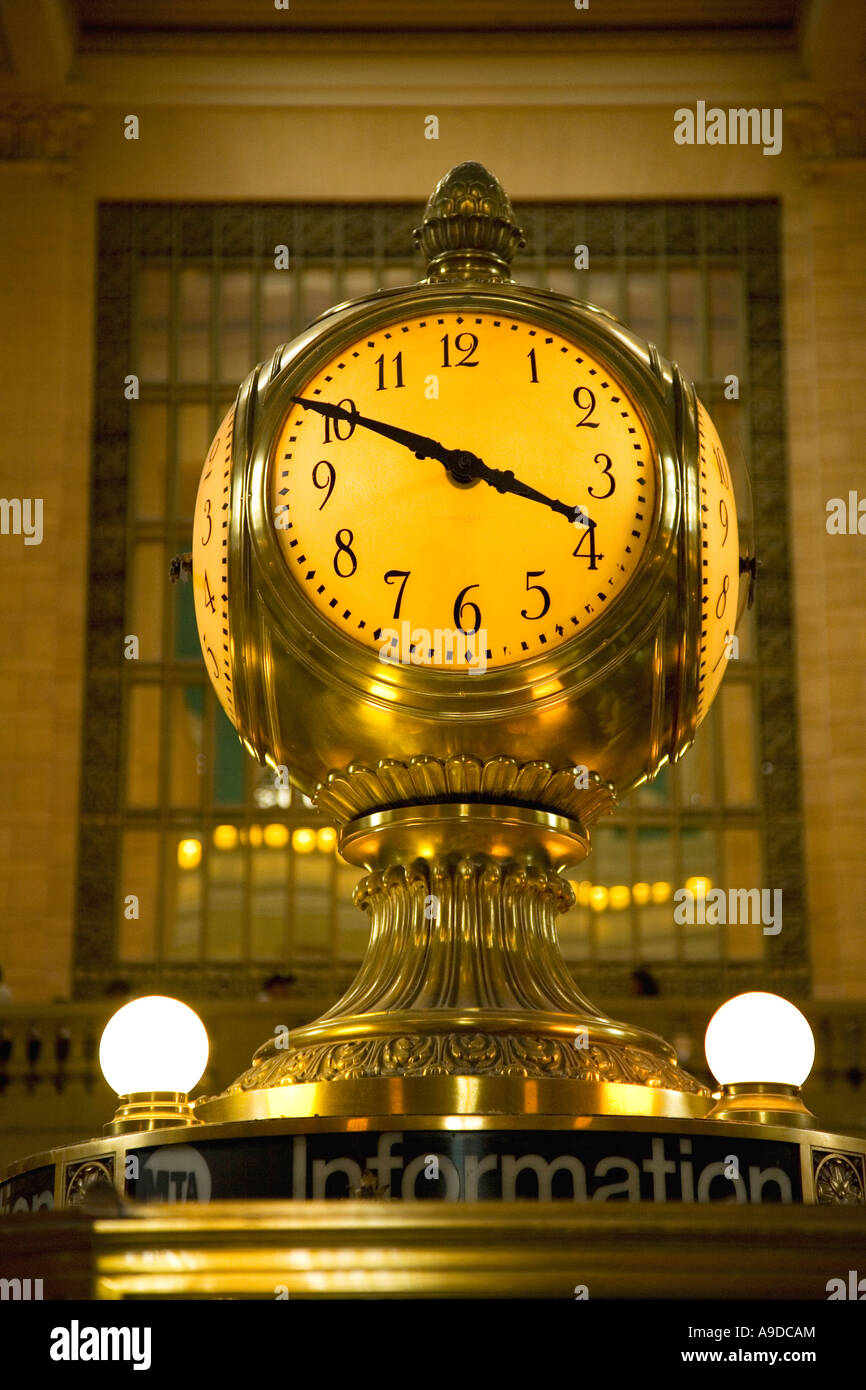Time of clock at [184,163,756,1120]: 3:50
